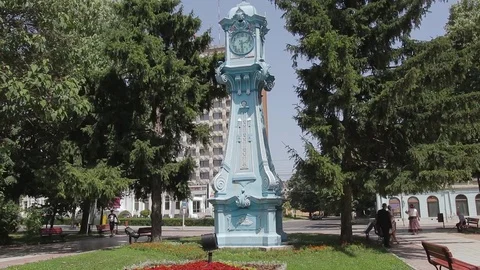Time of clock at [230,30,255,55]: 2:29
